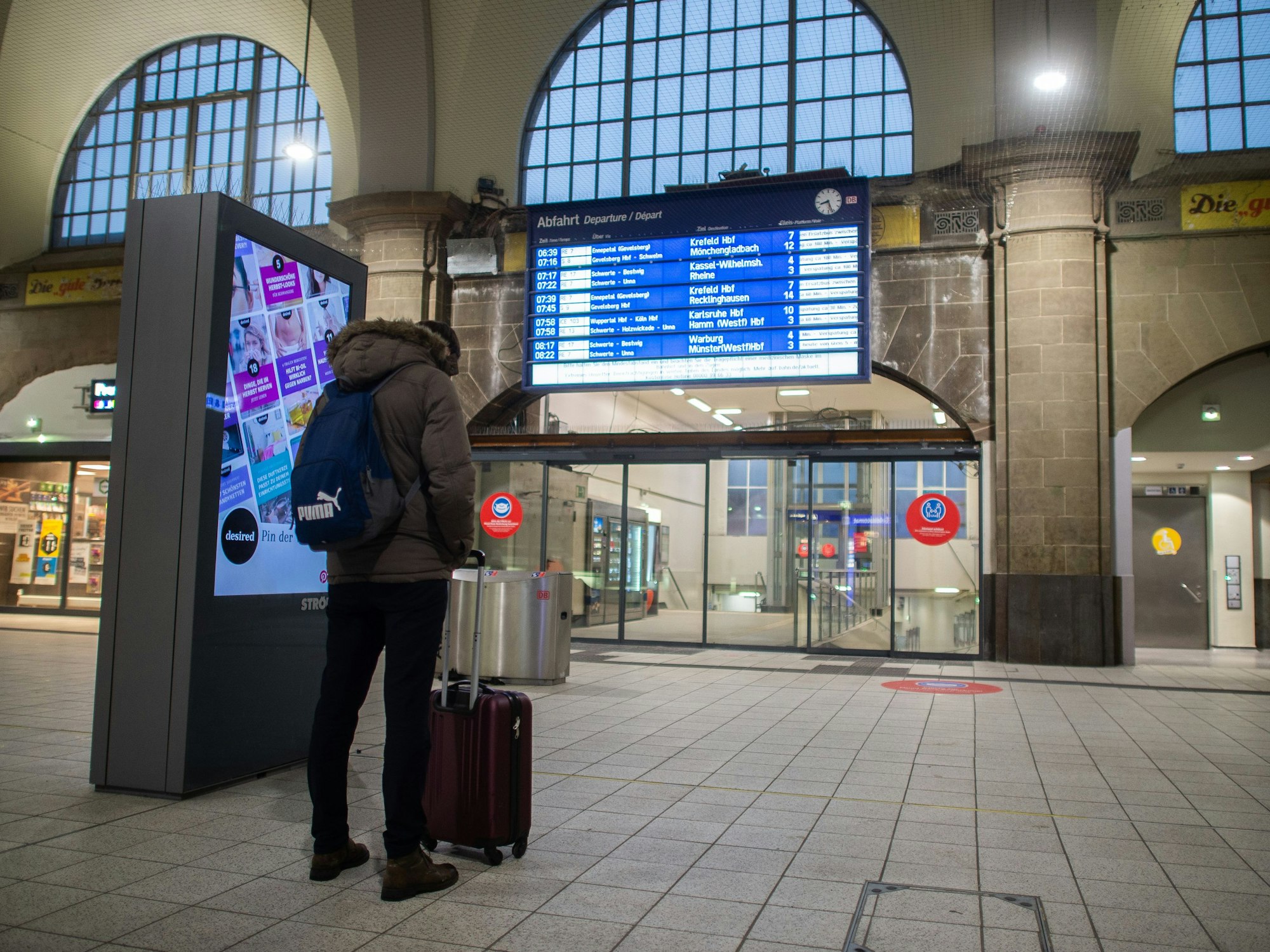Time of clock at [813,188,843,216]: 8:26
